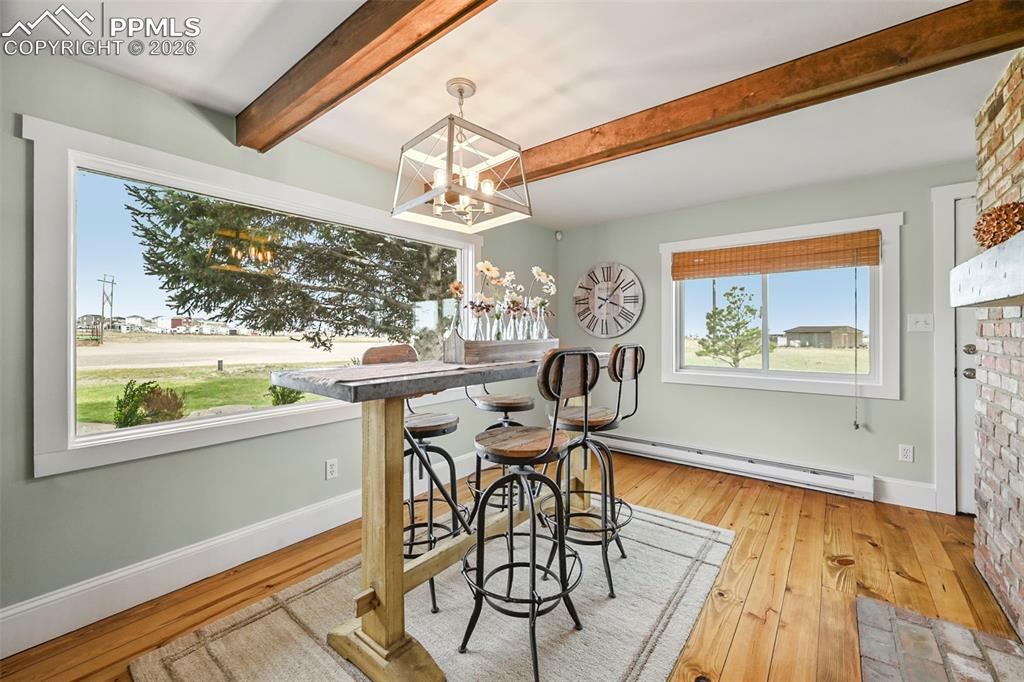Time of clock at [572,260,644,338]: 1:18
